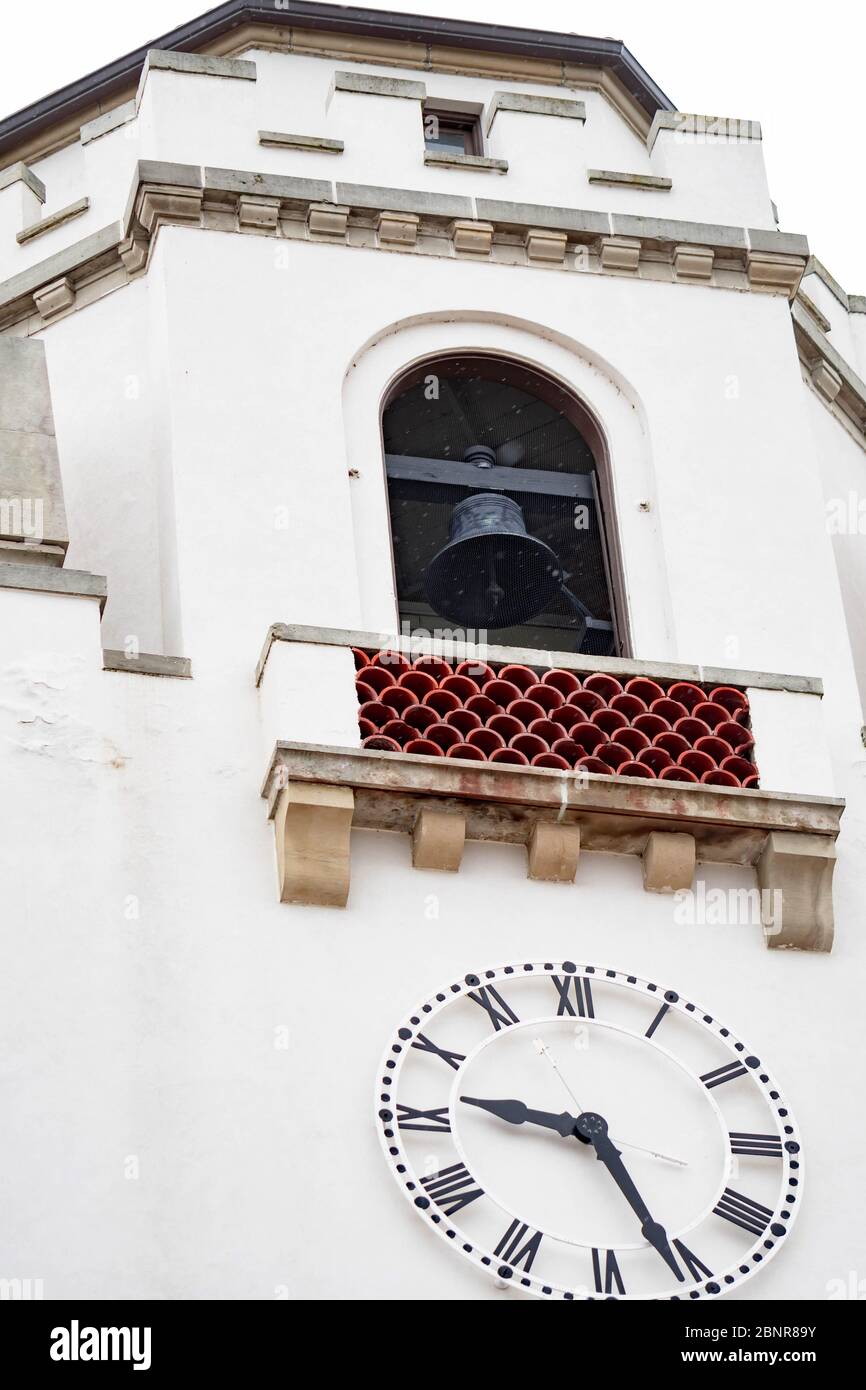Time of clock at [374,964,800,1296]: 9:26
